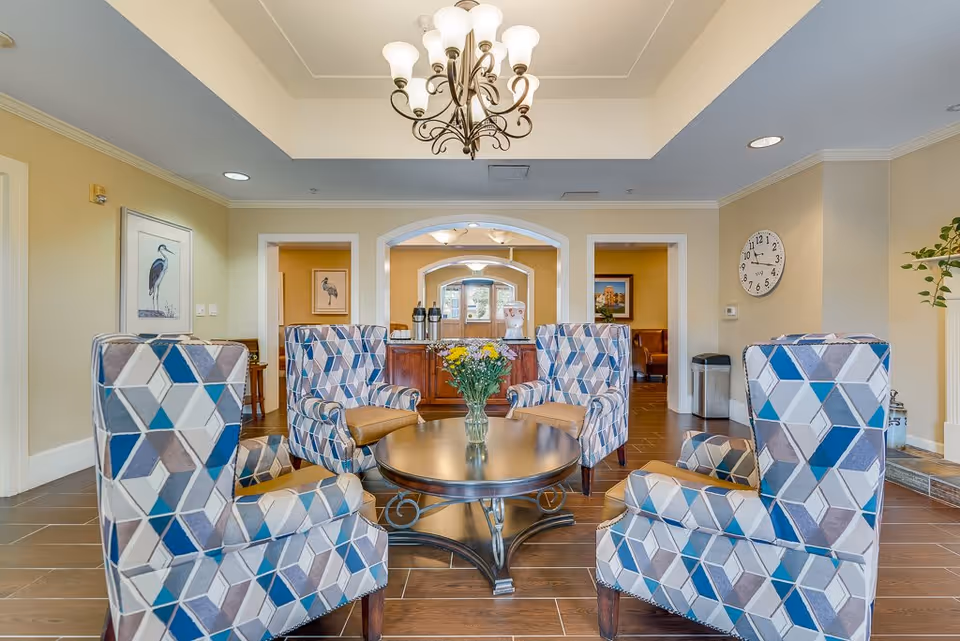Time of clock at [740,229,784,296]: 11:17
